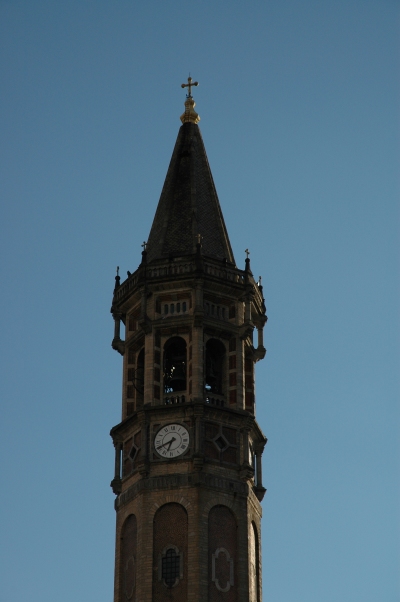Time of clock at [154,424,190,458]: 6:40
